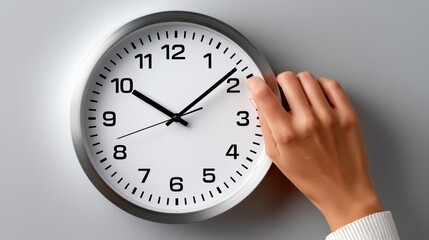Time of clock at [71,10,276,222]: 10:08
